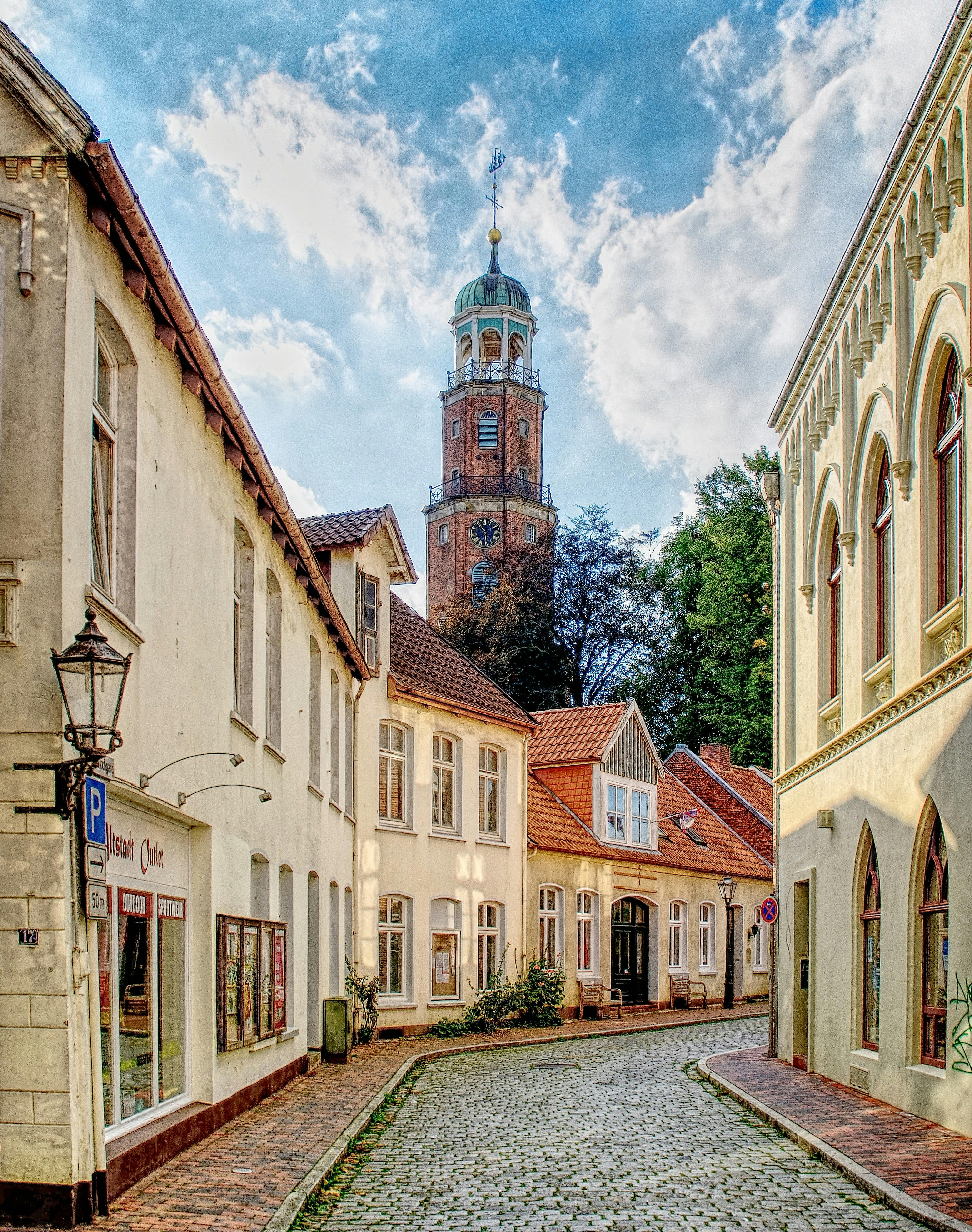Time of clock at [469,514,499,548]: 5:54
